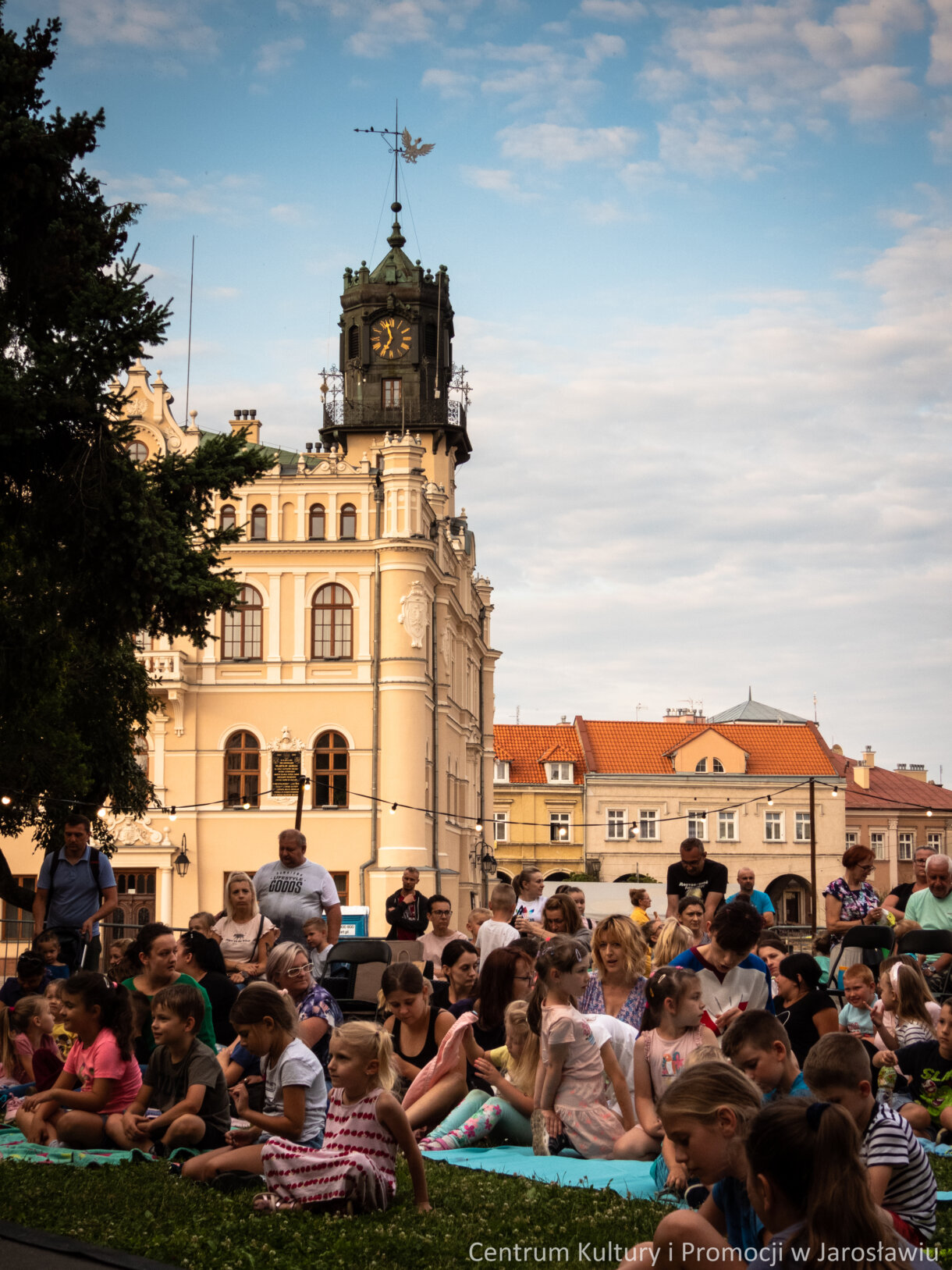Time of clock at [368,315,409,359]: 11:35
